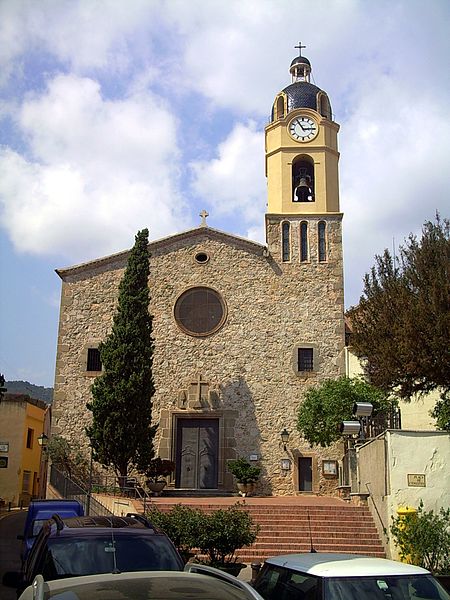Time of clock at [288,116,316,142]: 2:54
